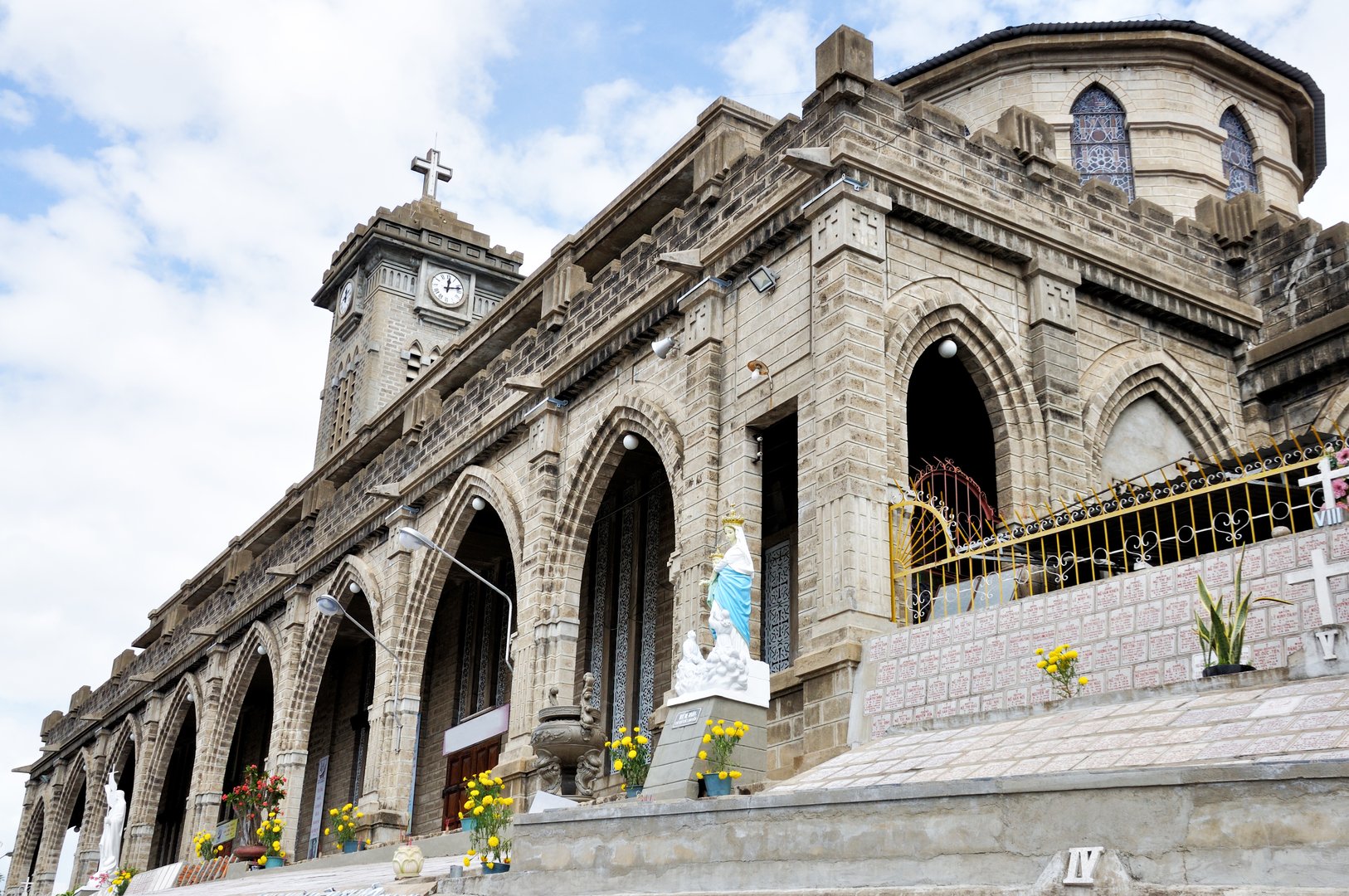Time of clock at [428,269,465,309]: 12:12
